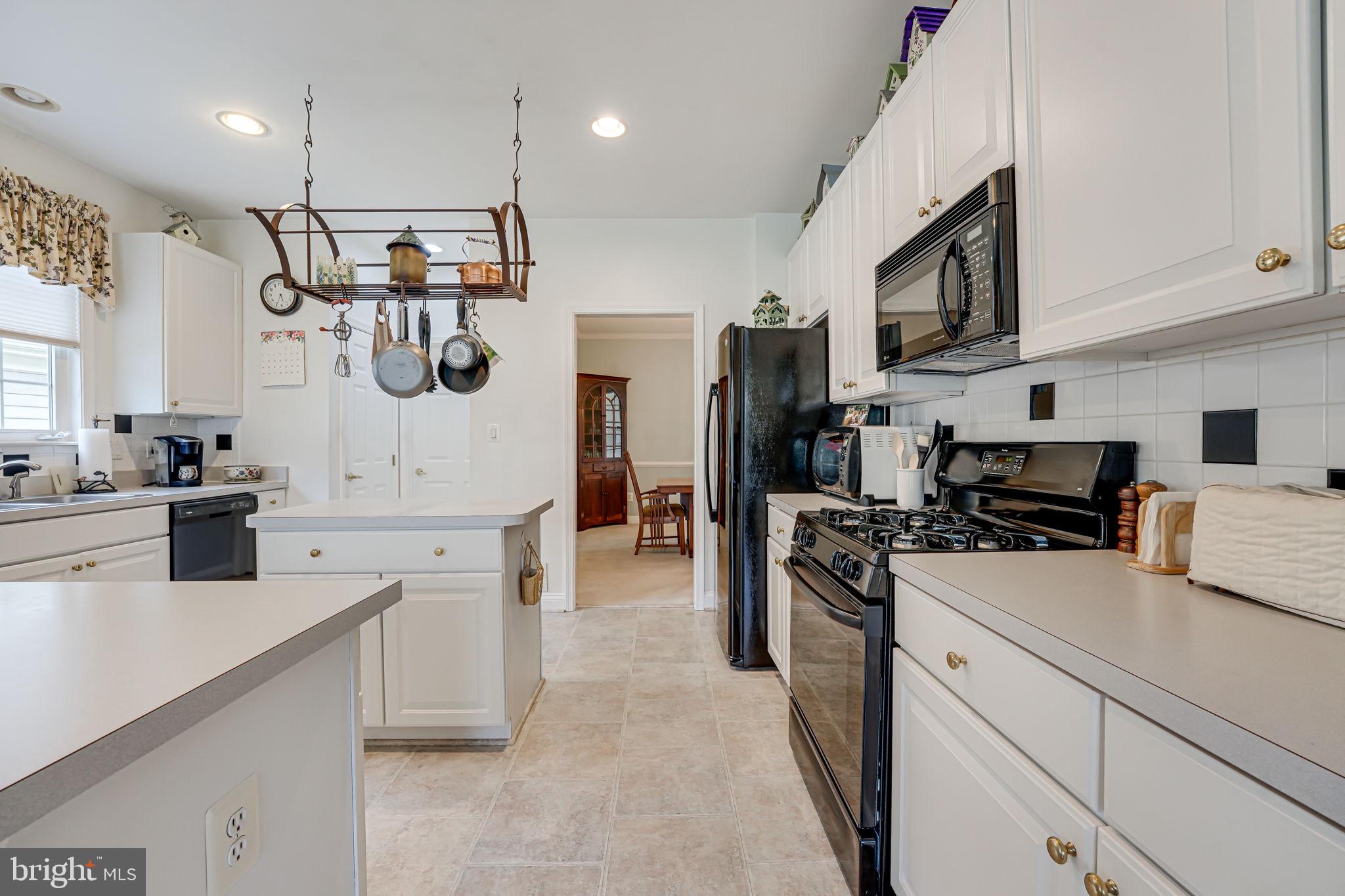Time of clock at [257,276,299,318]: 5:34
